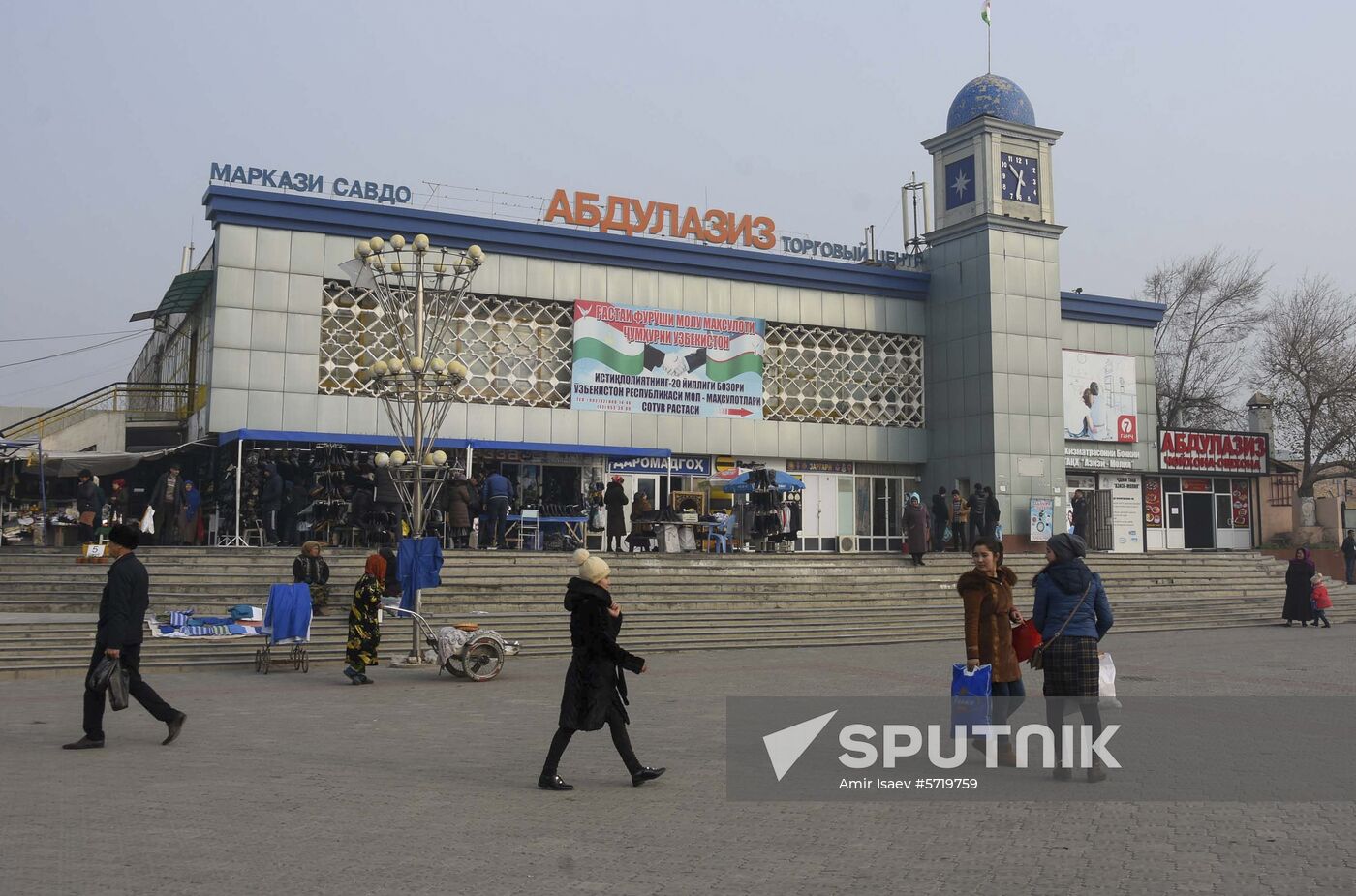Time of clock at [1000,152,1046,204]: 10:32
